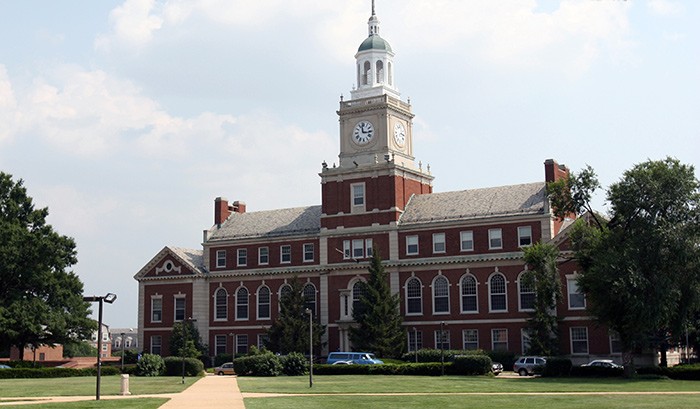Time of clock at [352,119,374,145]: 2:58
